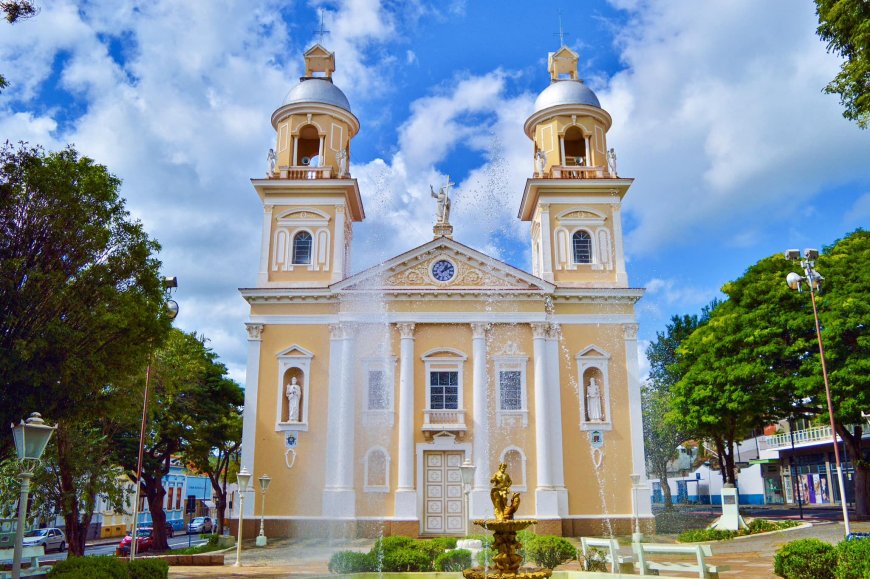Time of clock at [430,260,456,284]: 1:10
